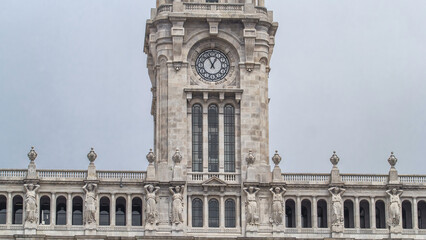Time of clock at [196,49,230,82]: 12:55
